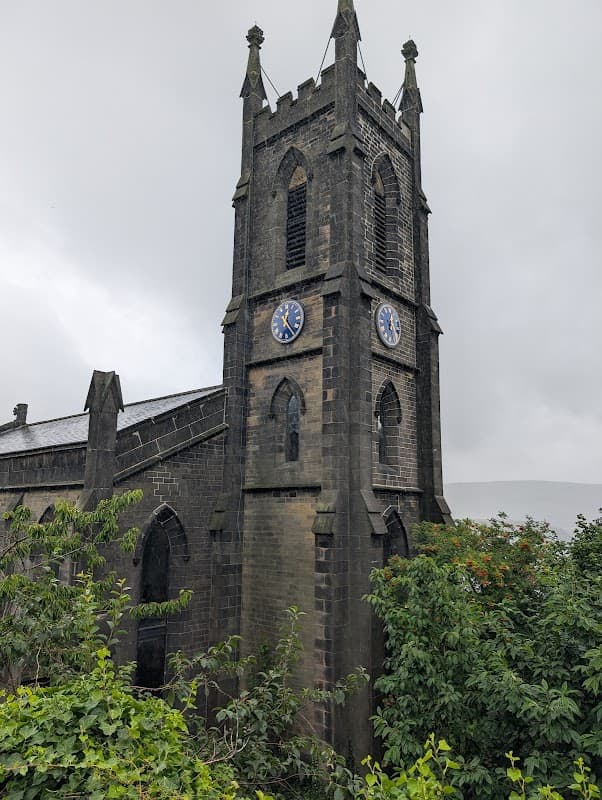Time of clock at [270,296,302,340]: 12:23
